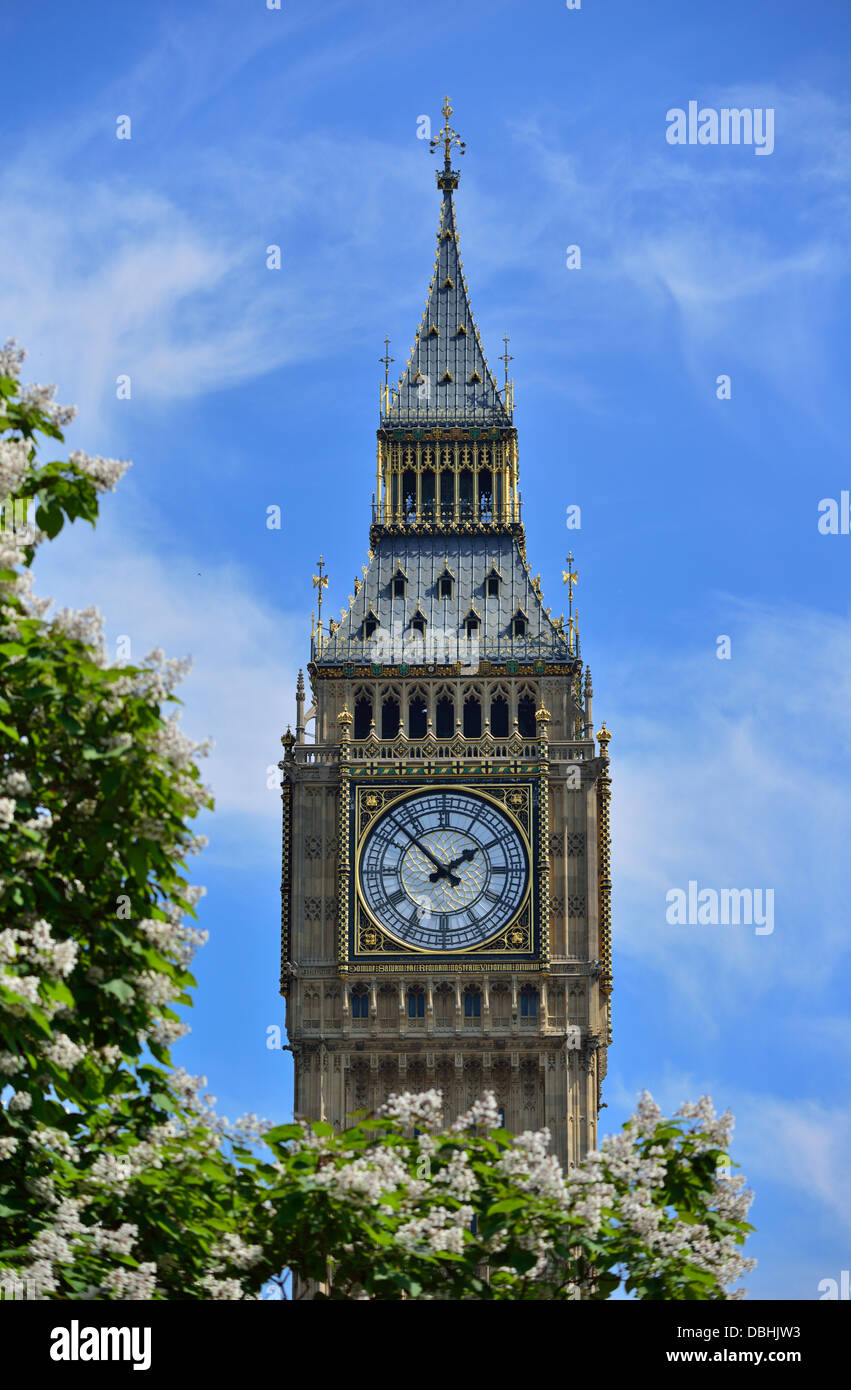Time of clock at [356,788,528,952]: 1:52
